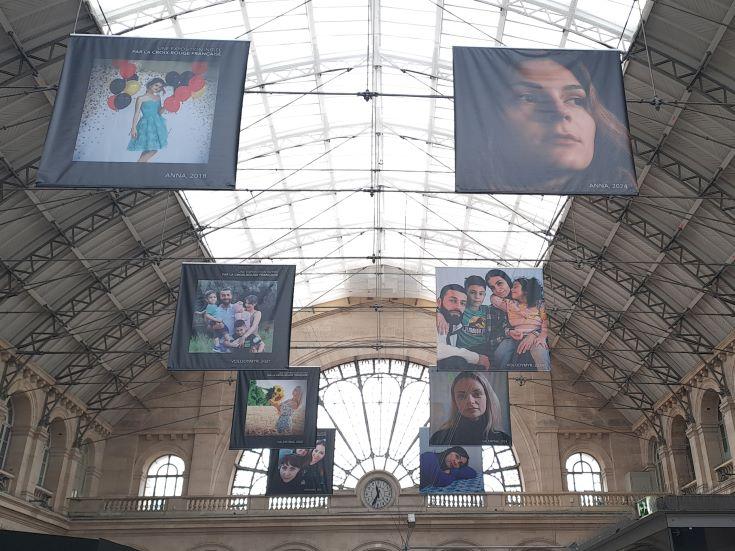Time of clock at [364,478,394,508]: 11:35
